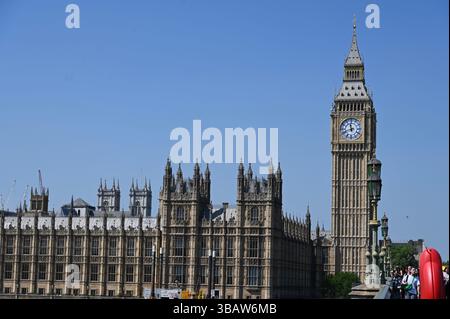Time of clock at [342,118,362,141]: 11:41
